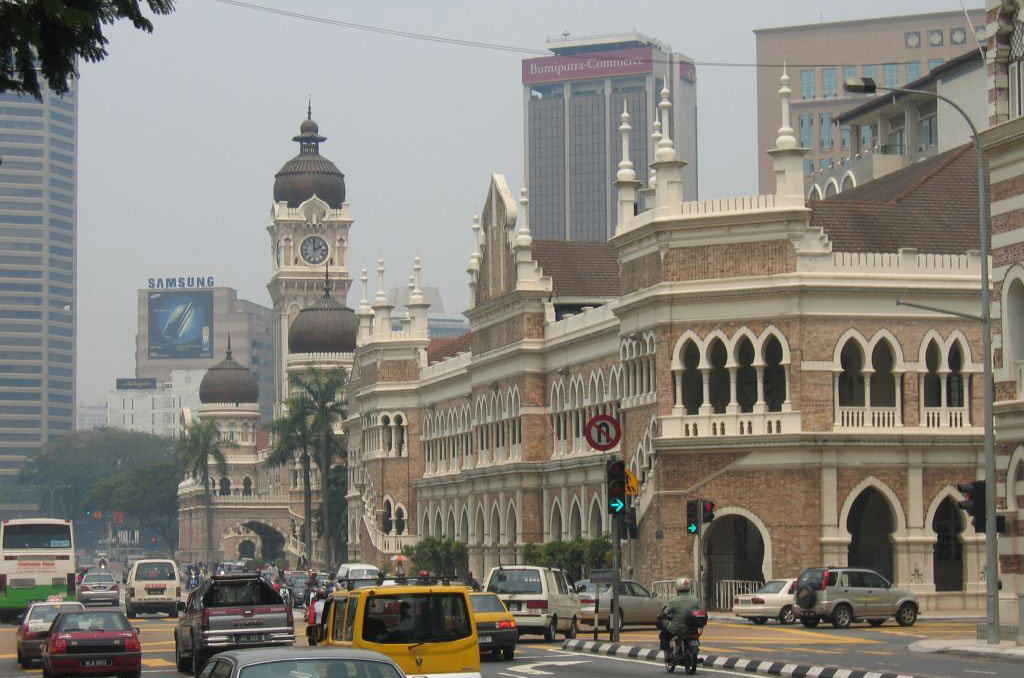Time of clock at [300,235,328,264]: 1:59
